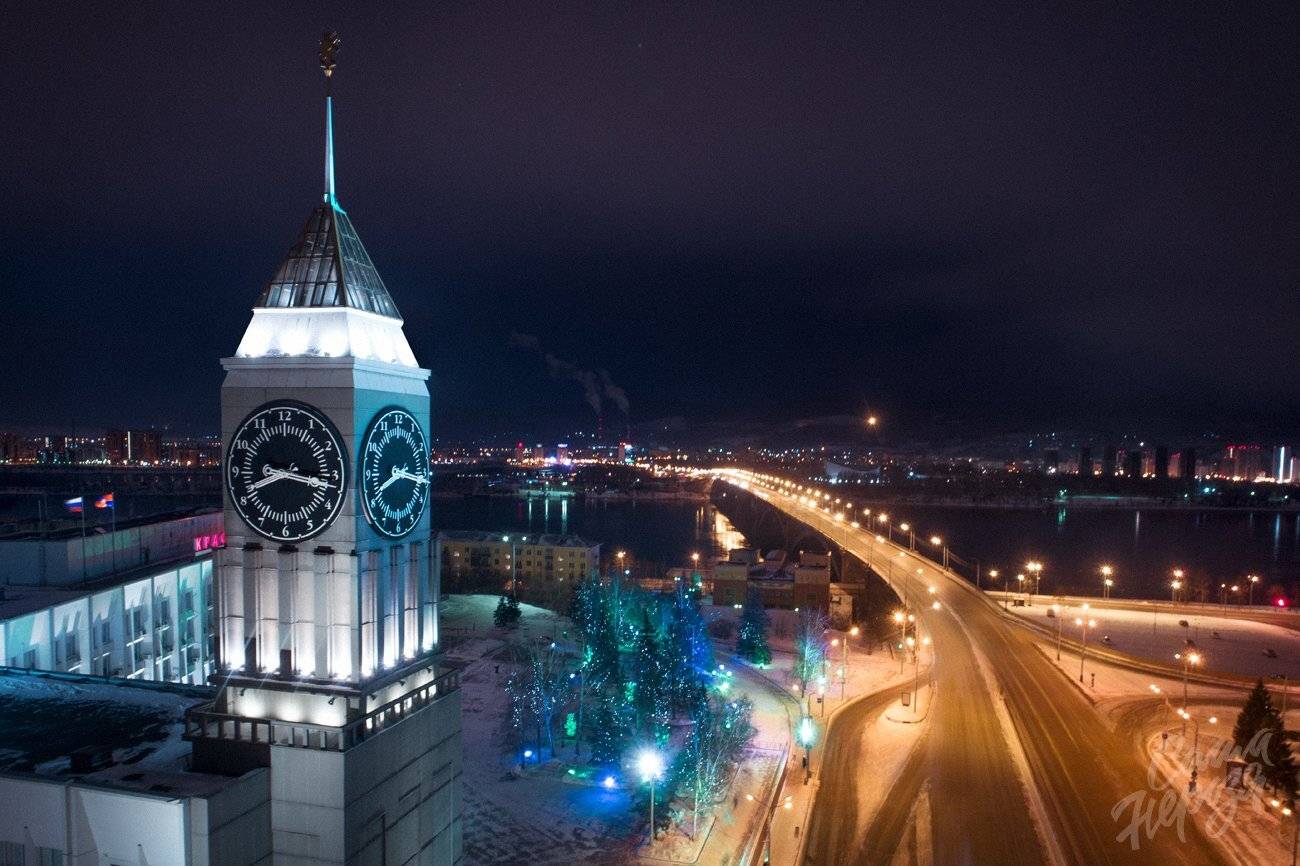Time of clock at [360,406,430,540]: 8:16
